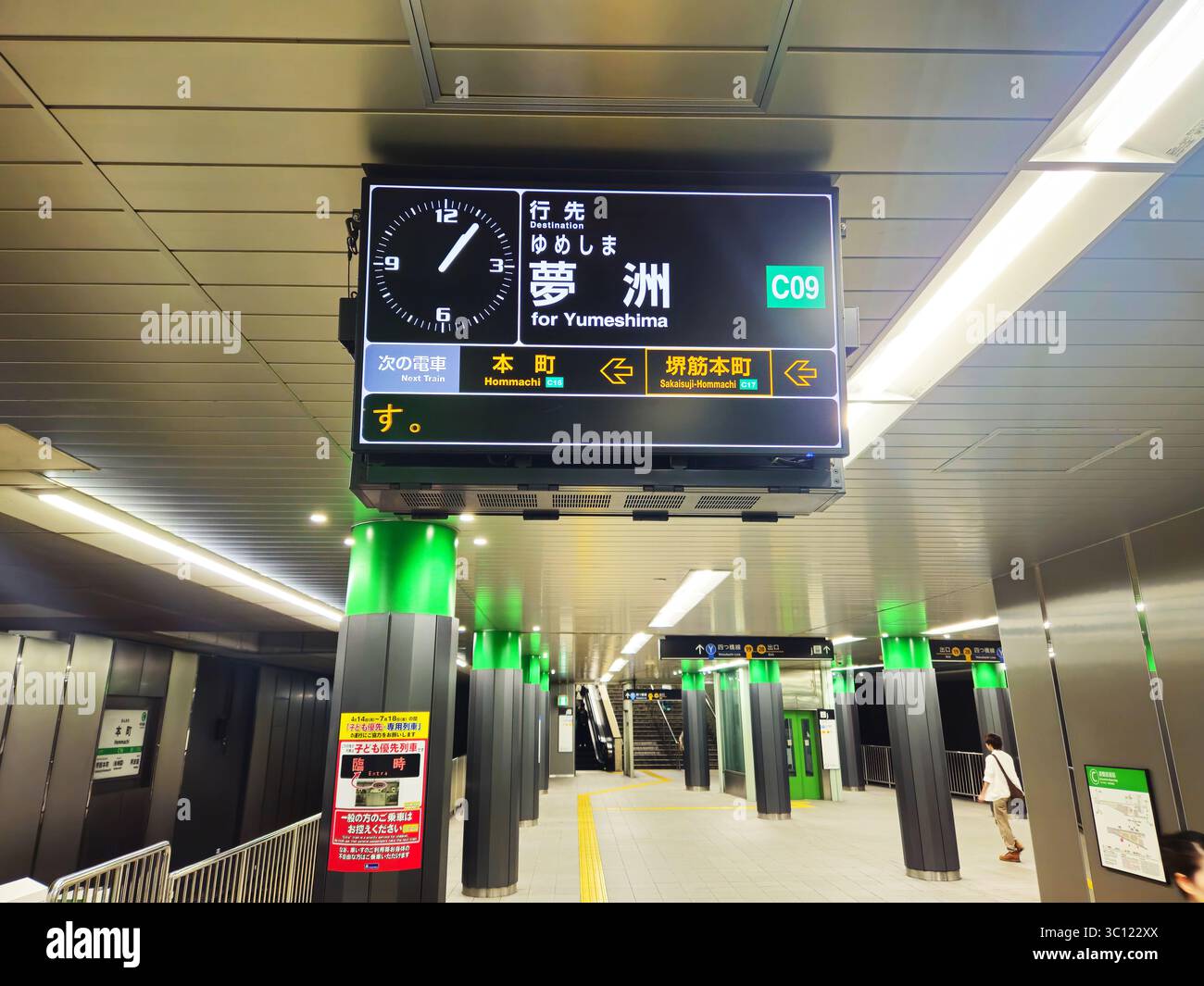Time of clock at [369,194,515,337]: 1:06
